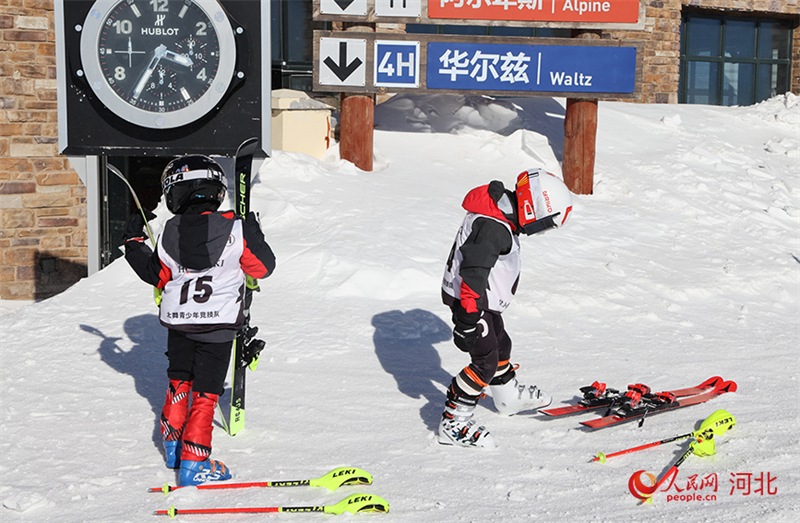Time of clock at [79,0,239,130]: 3:34
